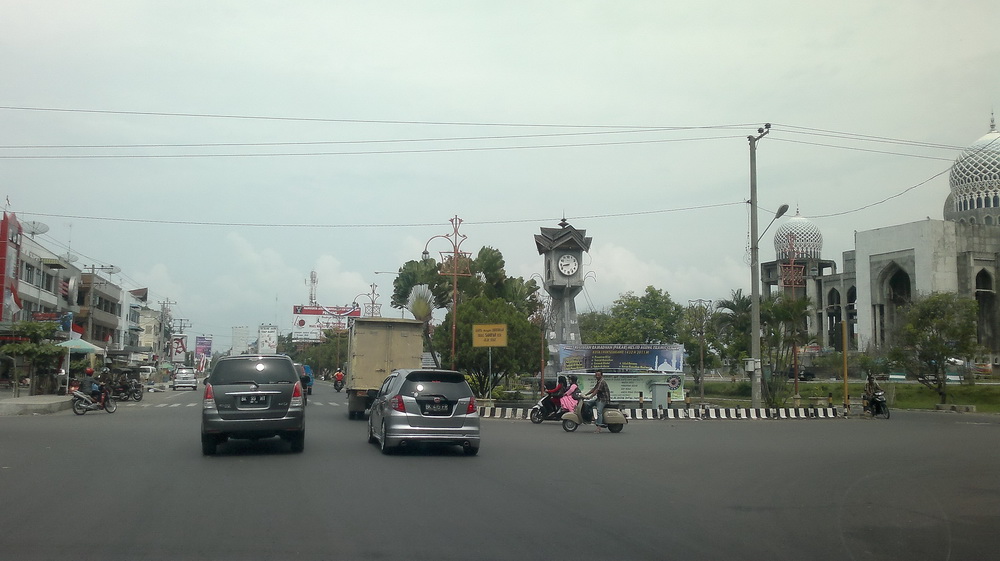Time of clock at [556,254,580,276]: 8:43
